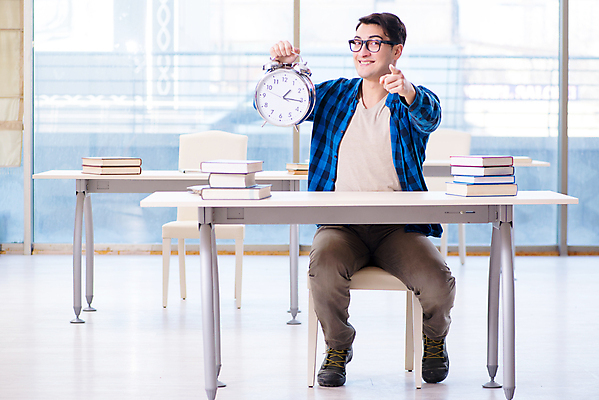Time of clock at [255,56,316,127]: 1:15
